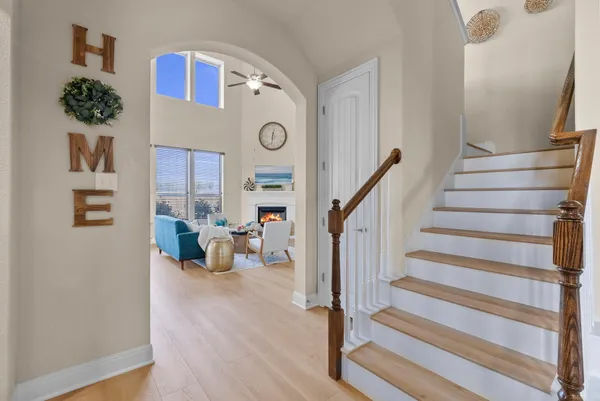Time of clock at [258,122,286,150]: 12:32
